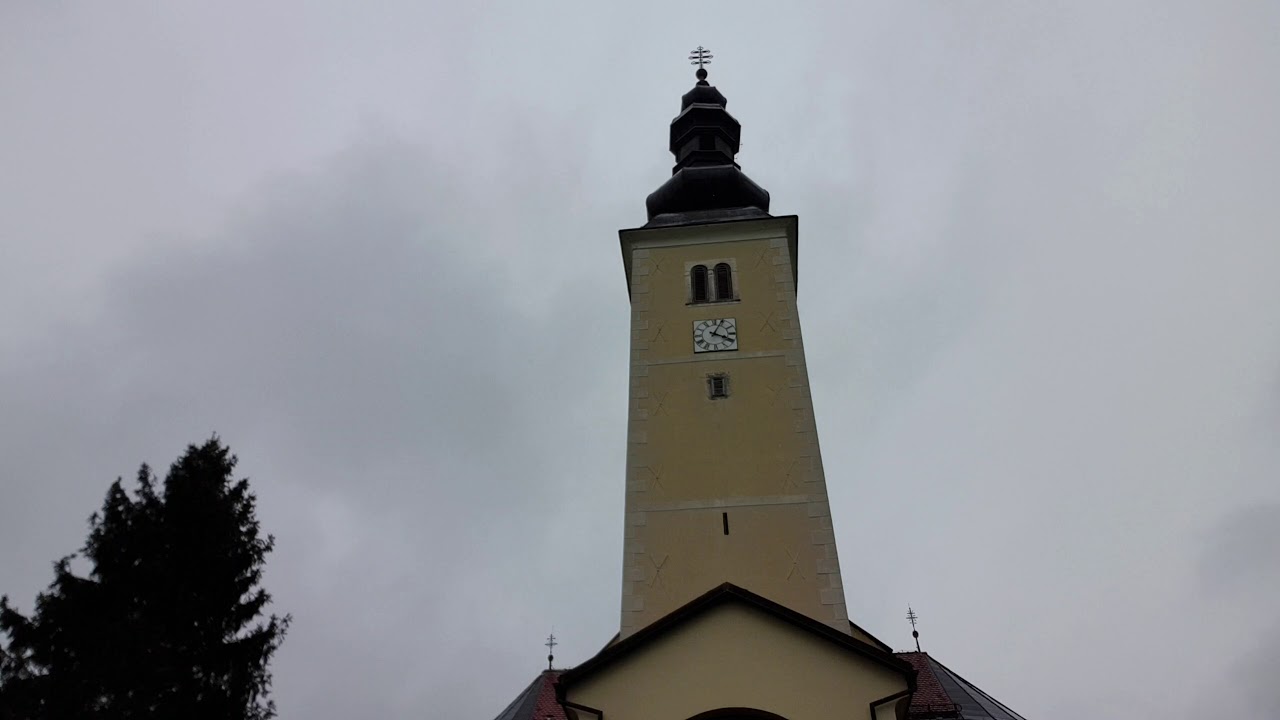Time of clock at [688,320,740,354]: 4:04
